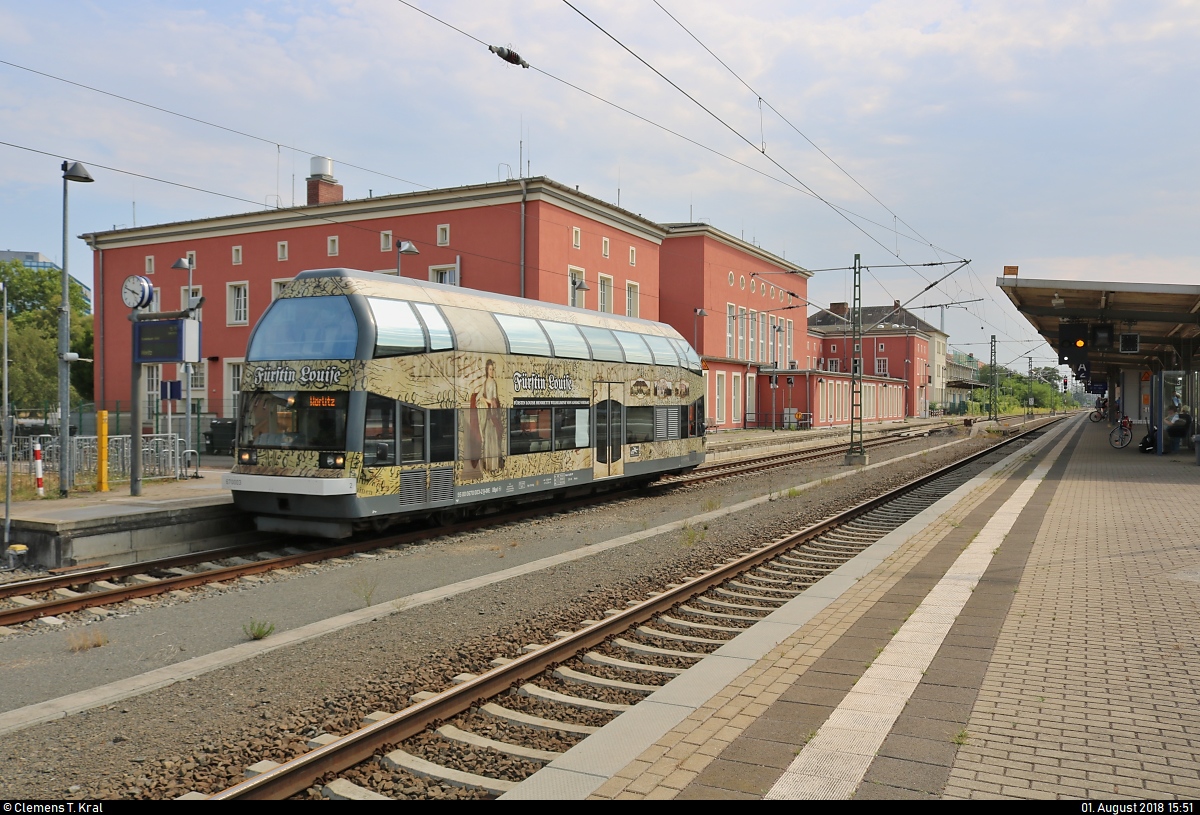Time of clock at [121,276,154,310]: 3:48
